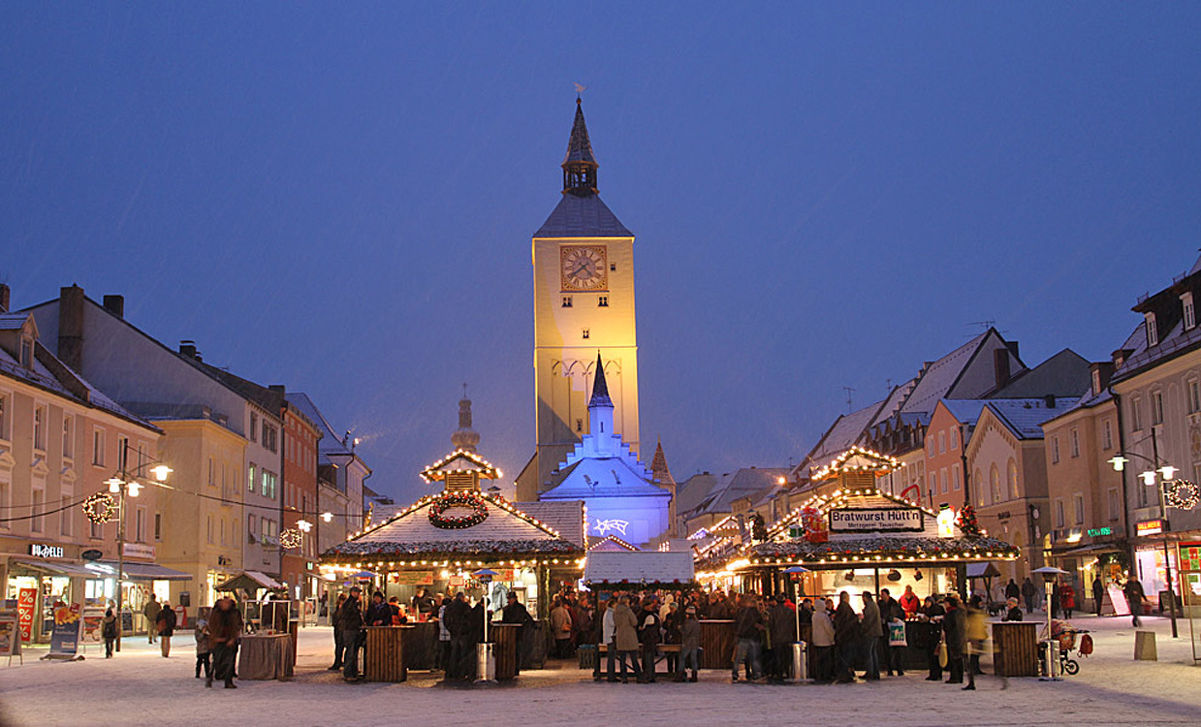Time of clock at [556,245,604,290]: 4:38
